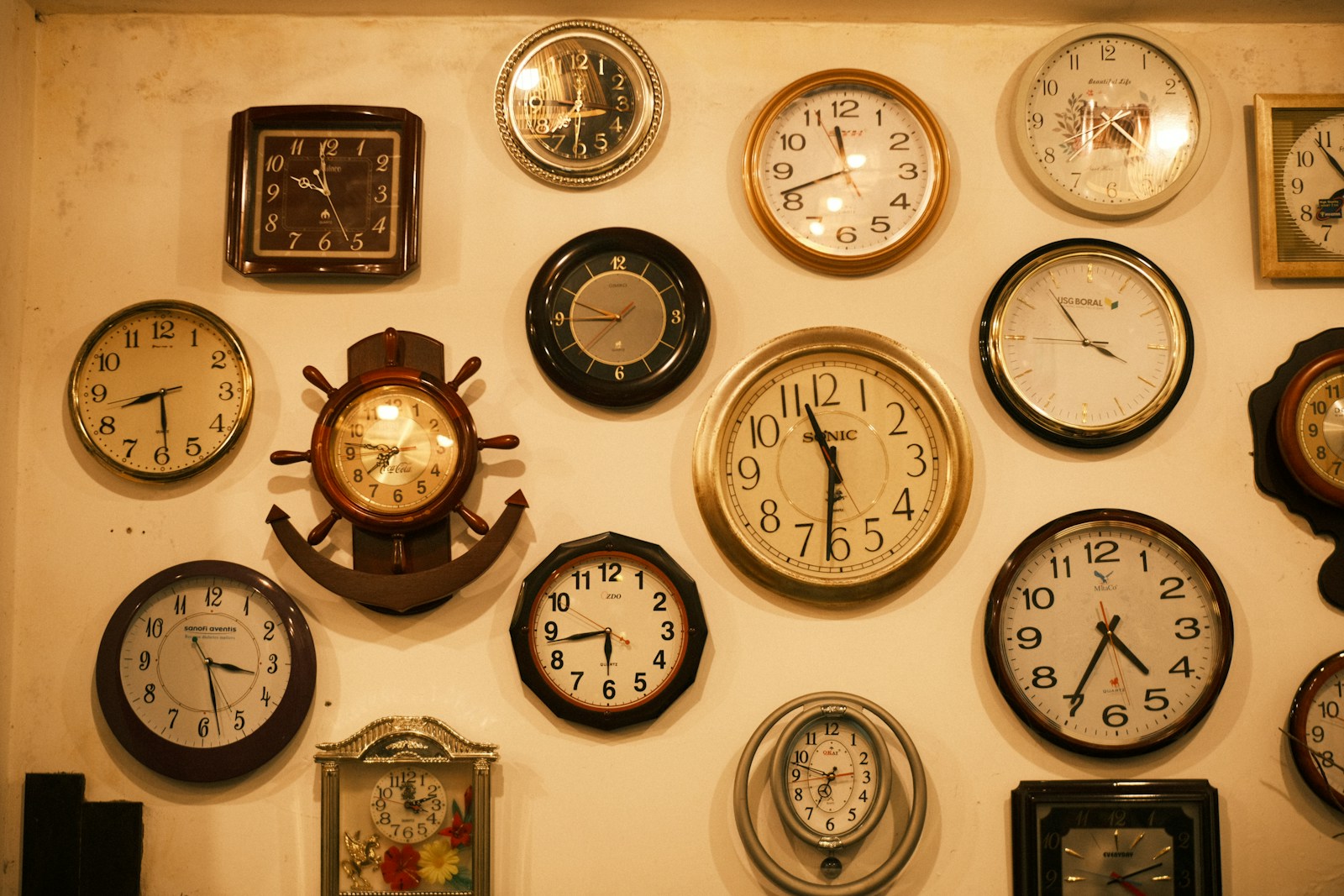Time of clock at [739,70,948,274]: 11:41
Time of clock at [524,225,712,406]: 9:44
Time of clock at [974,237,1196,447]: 3:53
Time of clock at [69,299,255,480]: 8:29
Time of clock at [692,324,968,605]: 11:31
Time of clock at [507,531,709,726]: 5:43
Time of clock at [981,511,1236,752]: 4:35
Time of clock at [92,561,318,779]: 3:28
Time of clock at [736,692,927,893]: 6:47
